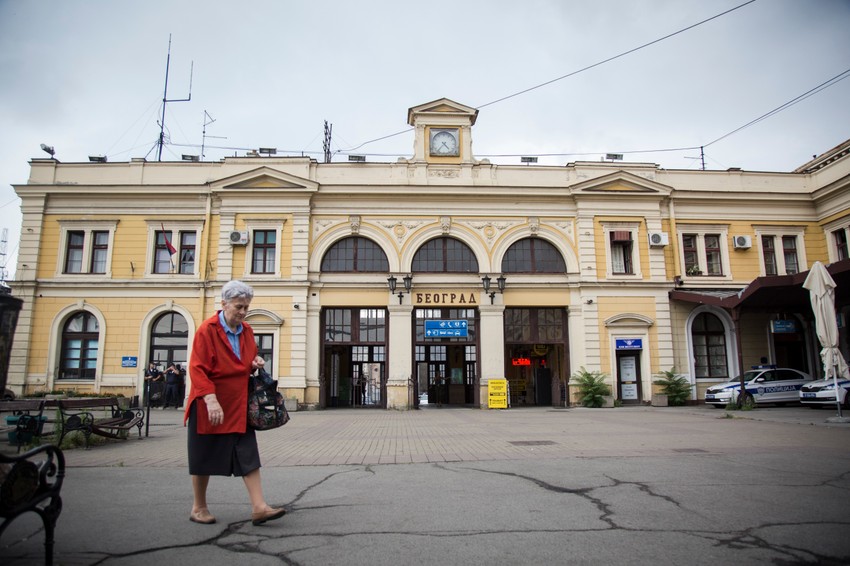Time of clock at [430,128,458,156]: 4:36
